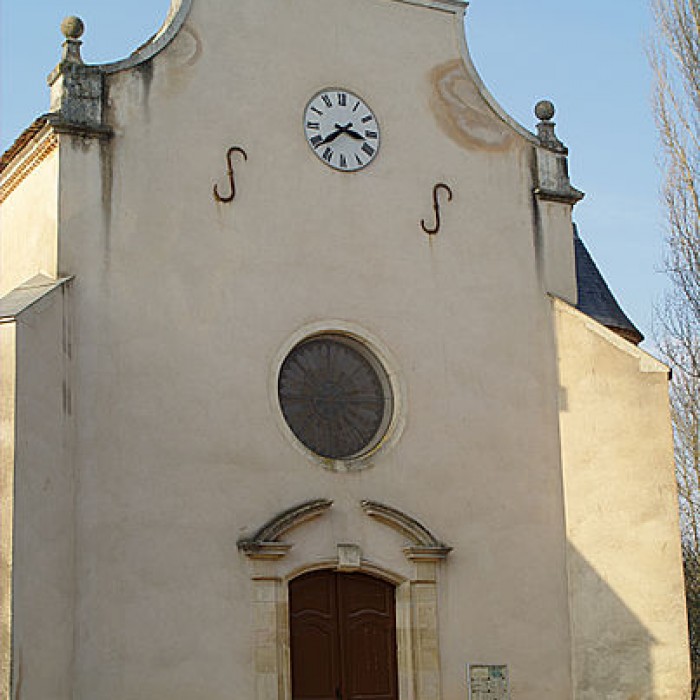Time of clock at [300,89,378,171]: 3:38
